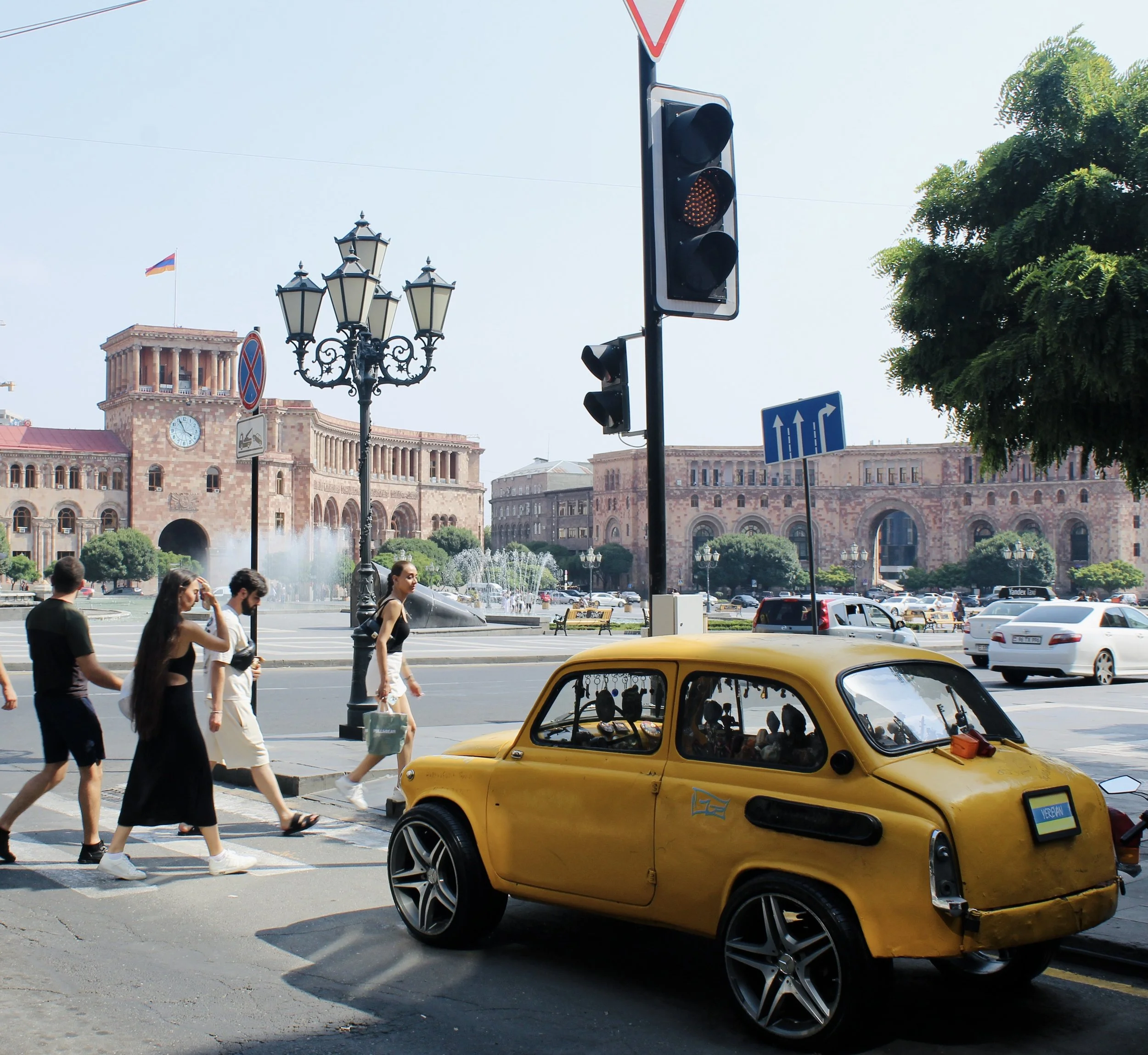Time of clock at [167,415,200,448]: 3:55
